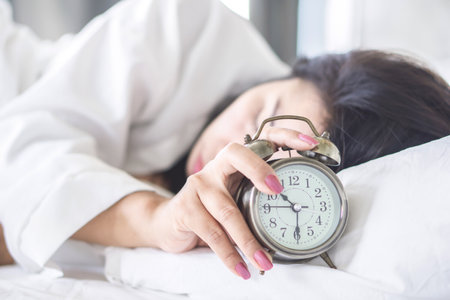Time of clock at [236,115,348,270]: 10:29
